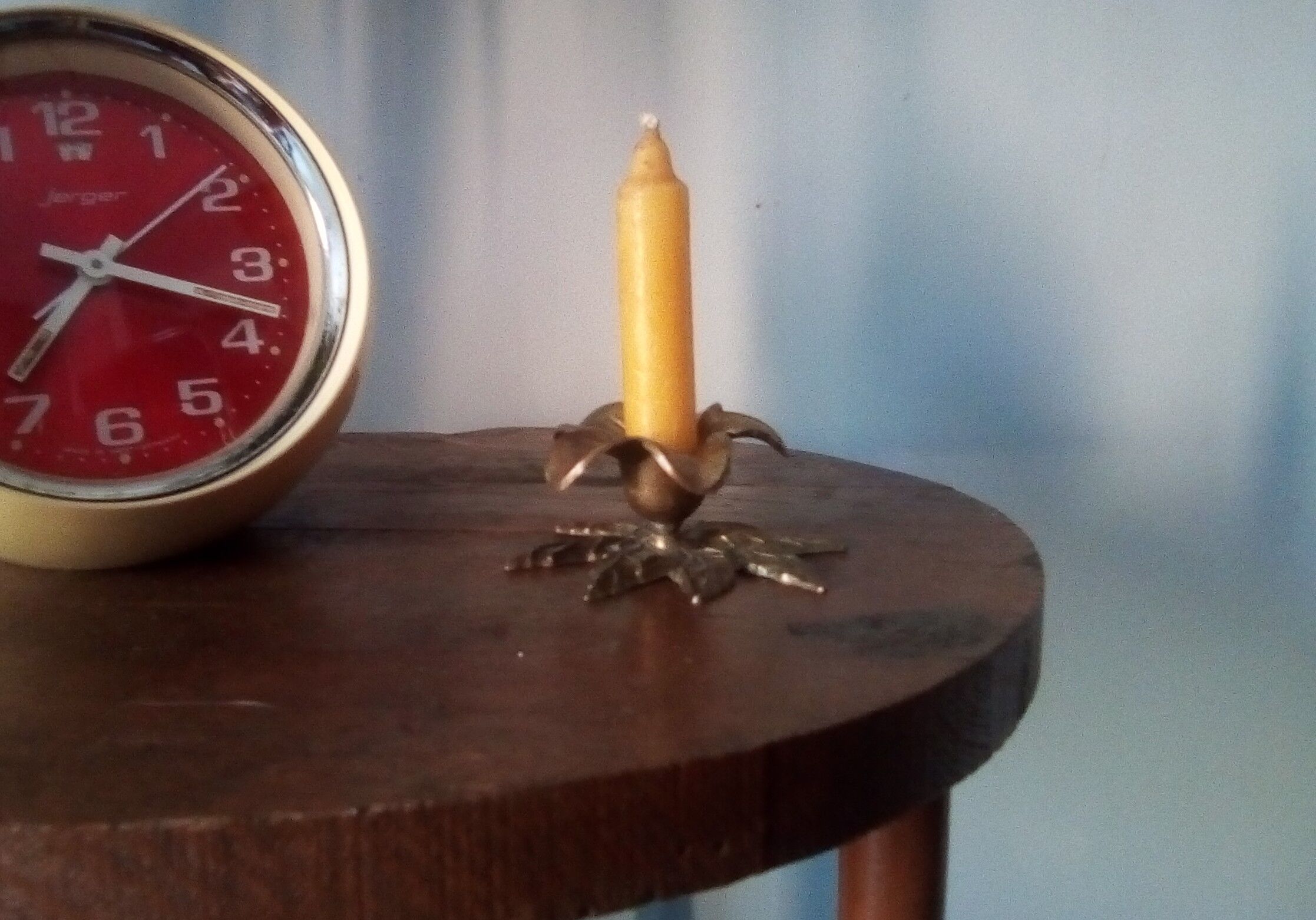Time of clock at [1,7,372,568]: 7:18
